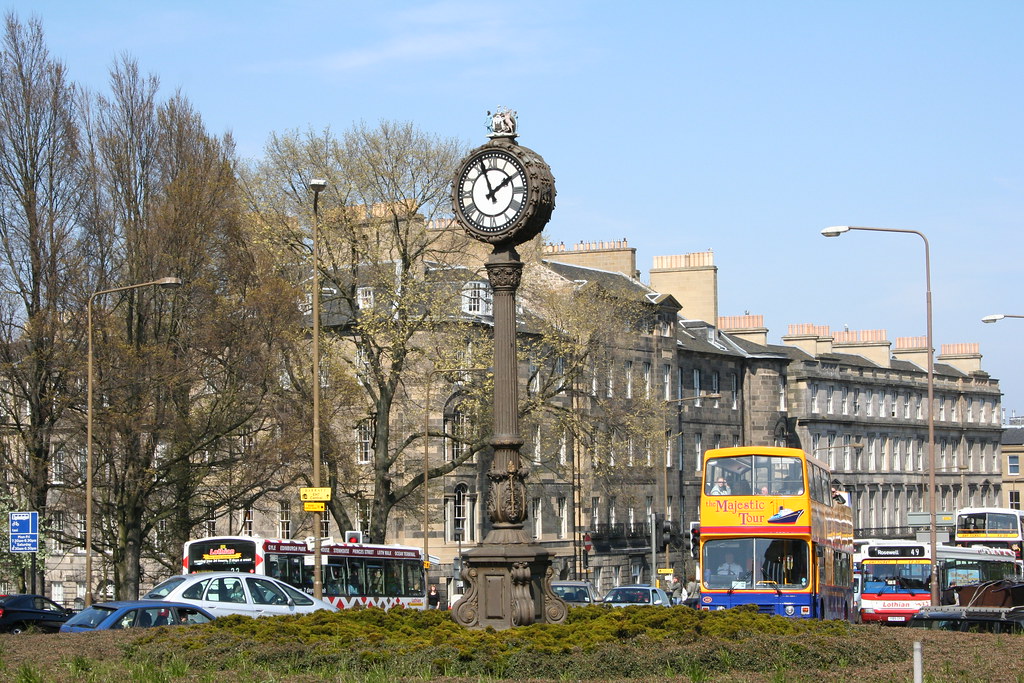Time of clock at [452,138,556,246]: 1:56
